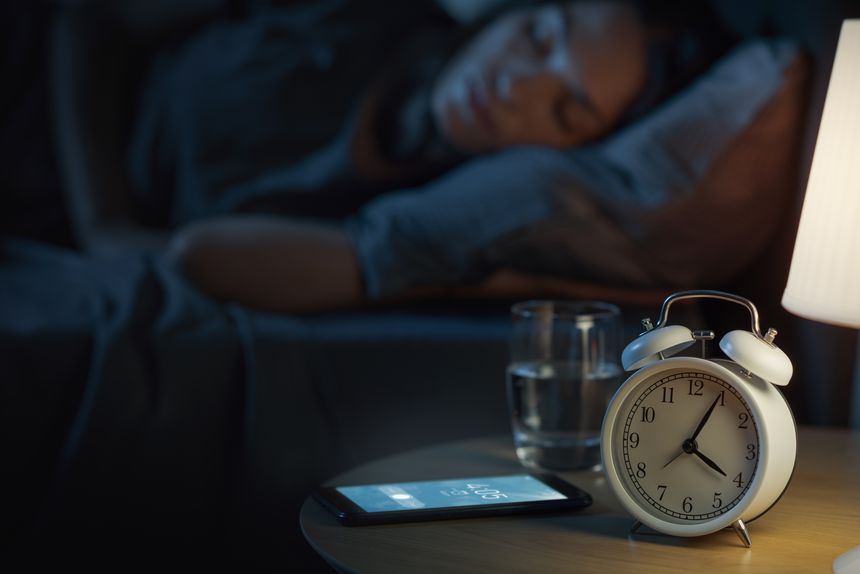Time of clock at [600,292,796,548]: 4:04
